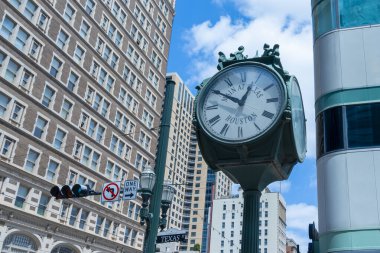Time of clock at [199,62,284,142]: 12:50
